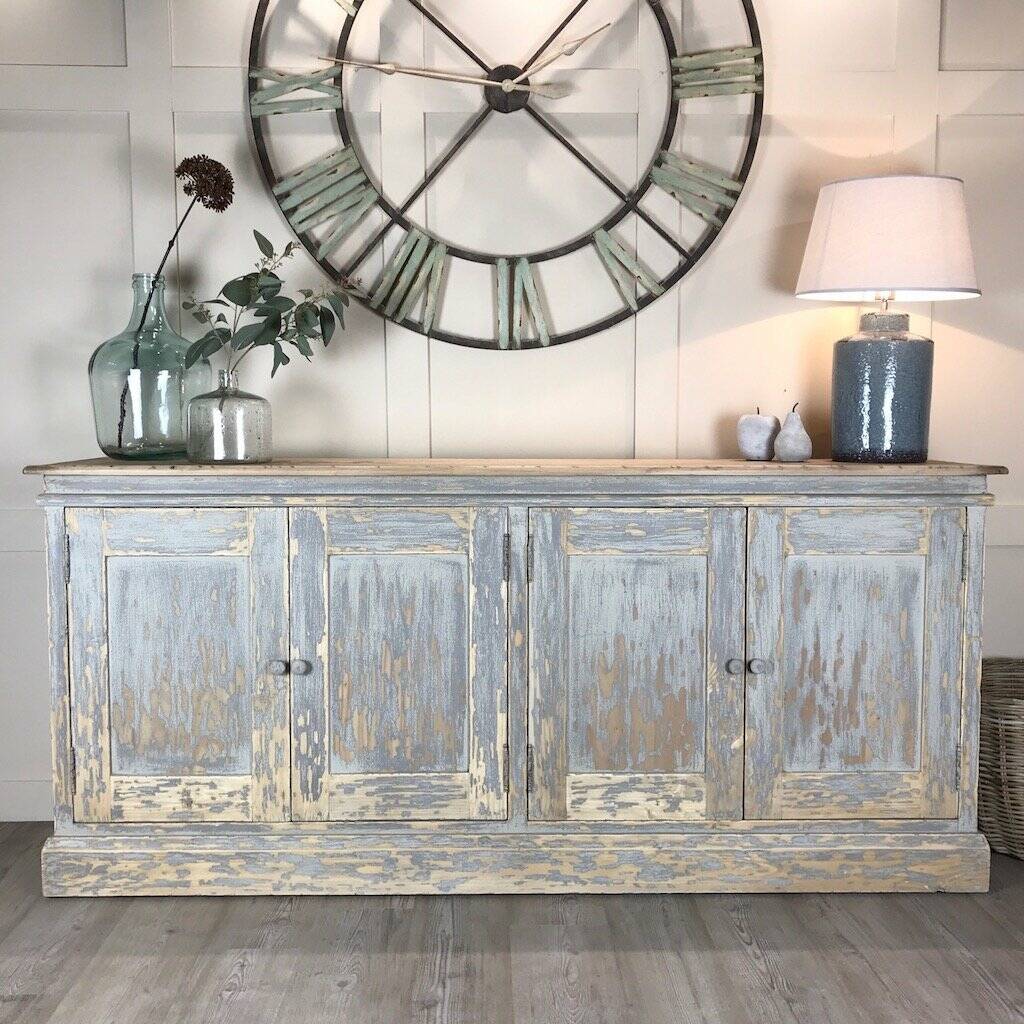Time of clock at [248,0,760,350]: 1:36
